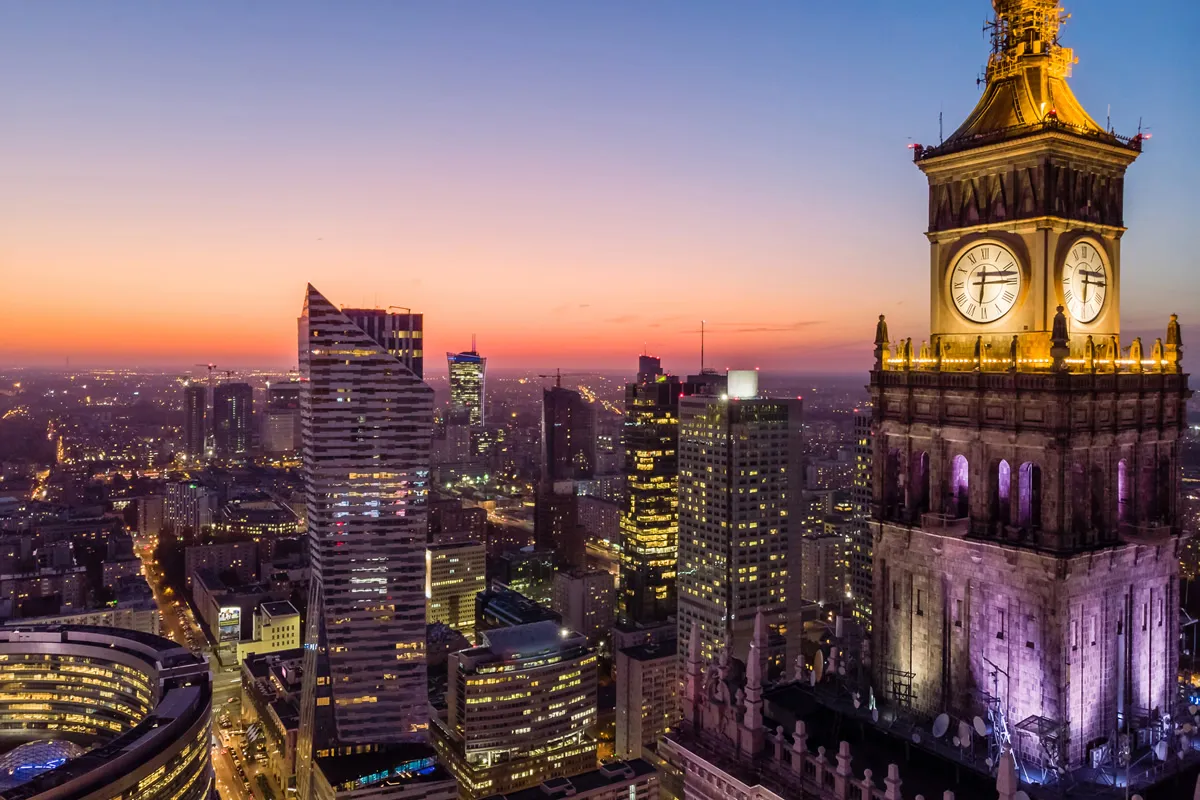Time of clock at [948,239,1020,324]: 6:15
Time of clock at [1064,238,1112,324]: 6:15
